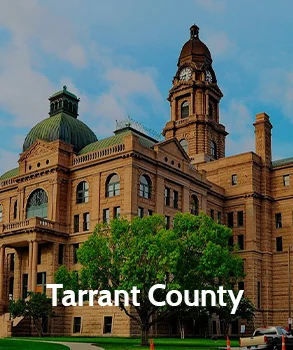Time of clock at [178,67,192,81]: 8:32
